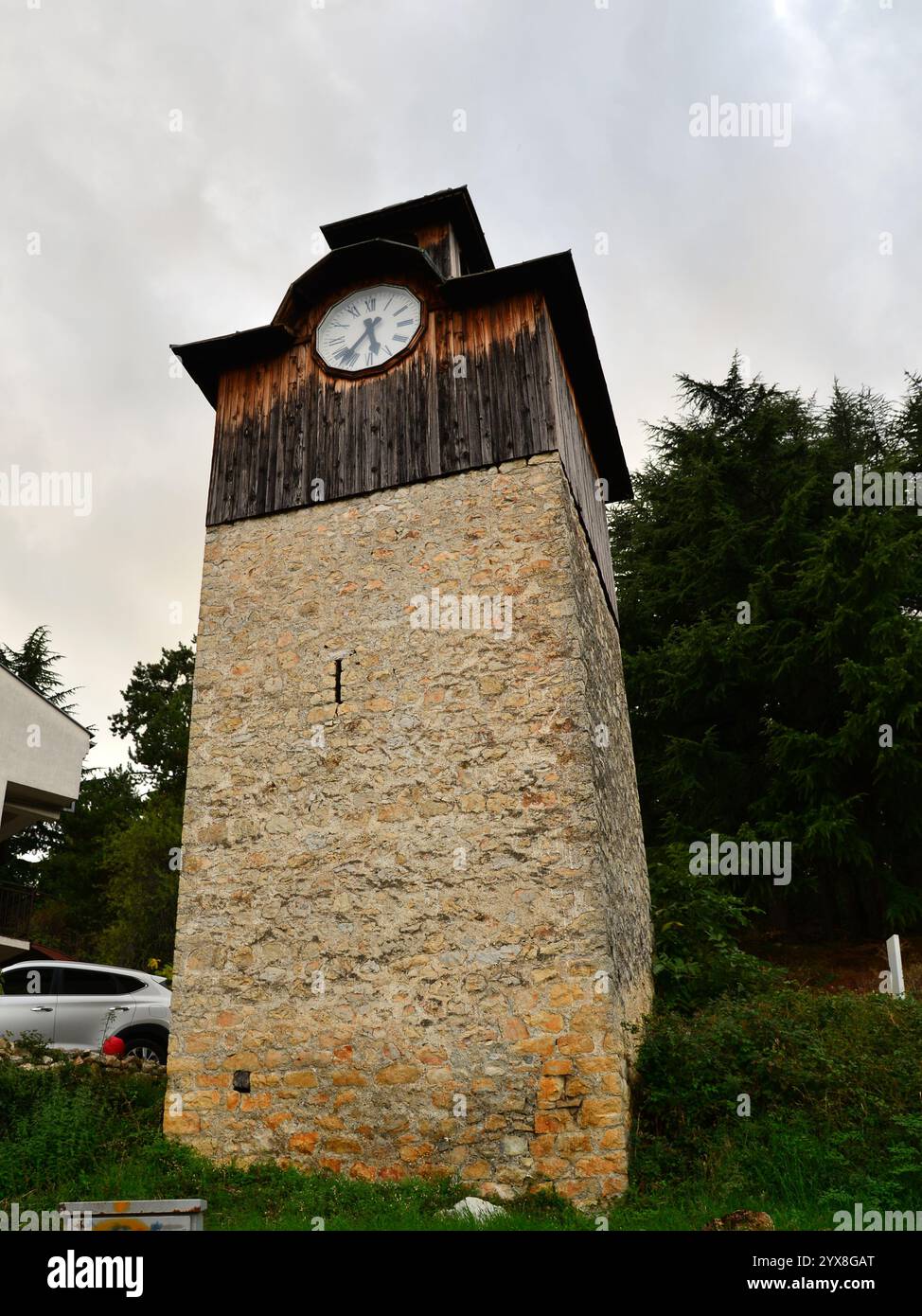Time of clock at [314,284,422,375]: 5:35
